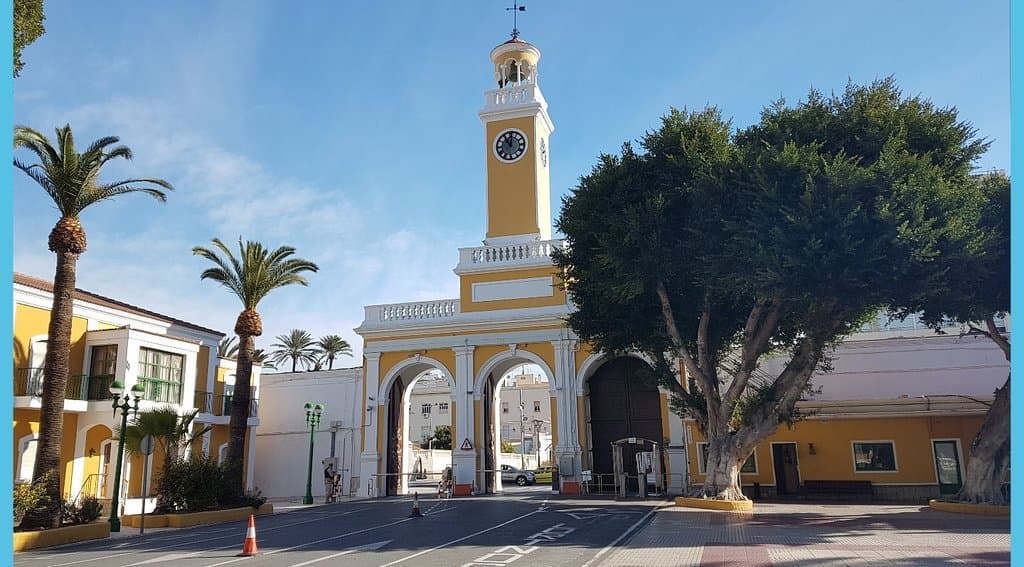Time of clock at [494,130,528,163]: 11:01
